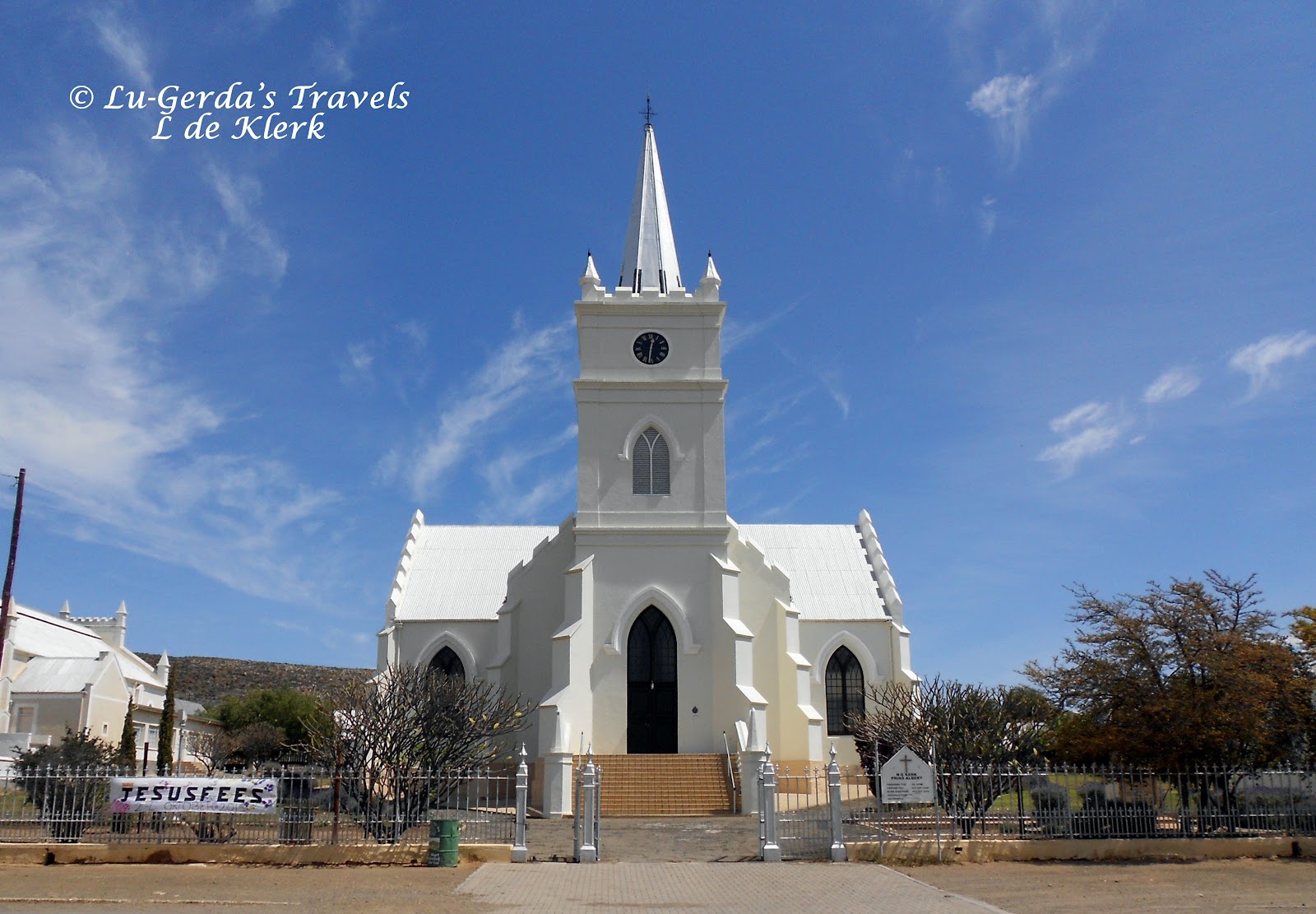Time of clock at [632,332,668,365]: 12:31
